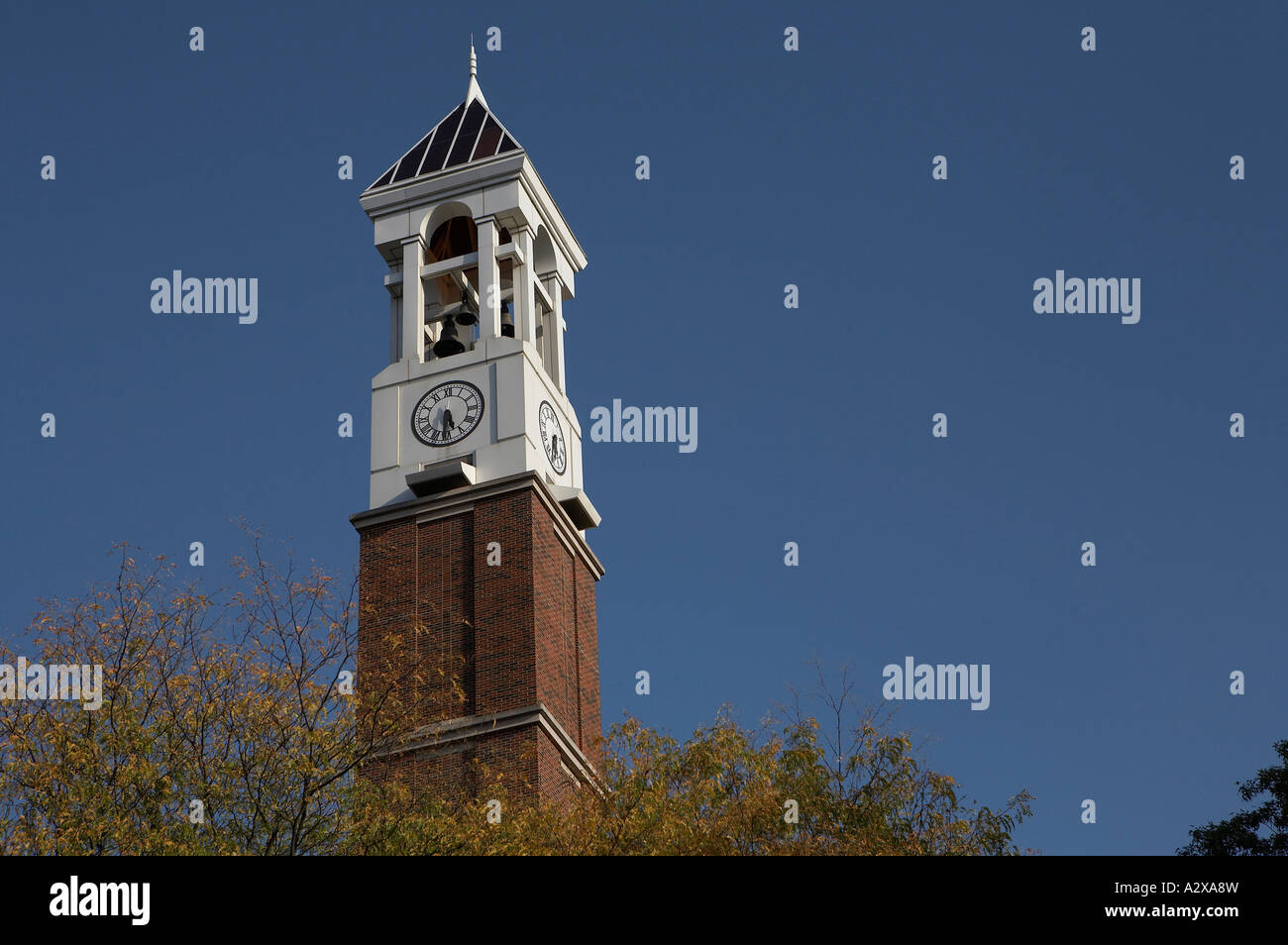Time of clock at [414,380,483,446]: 5:31
